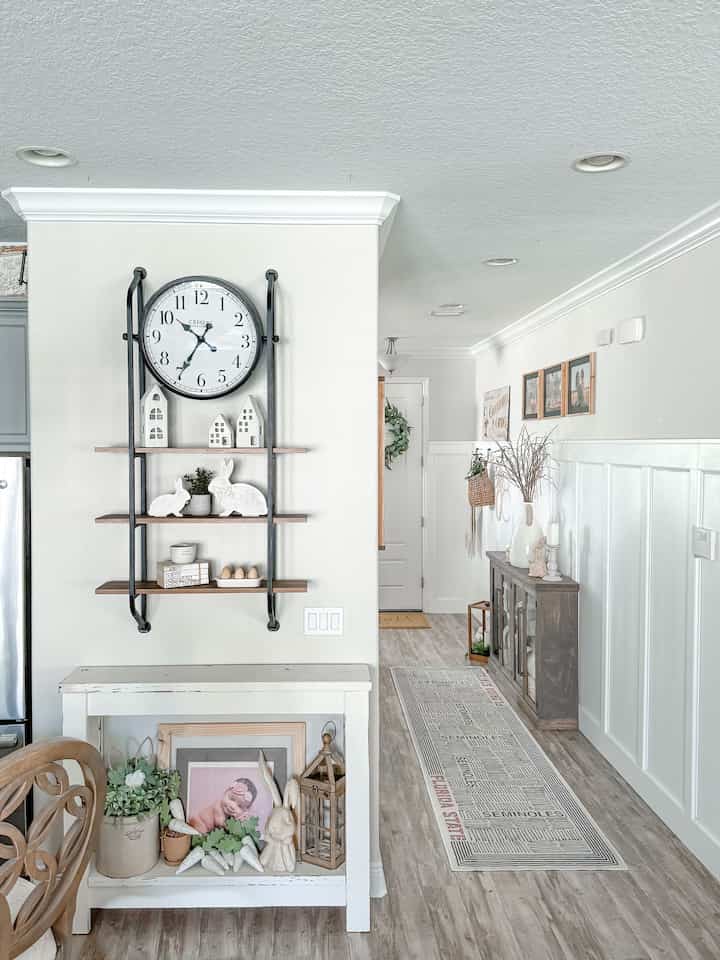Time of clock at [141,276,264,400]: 10:35
